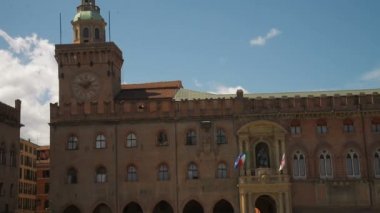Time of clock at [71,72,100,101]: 1:47
